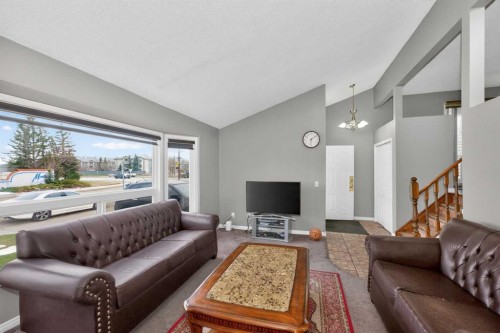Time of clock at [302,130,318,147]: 6:08
